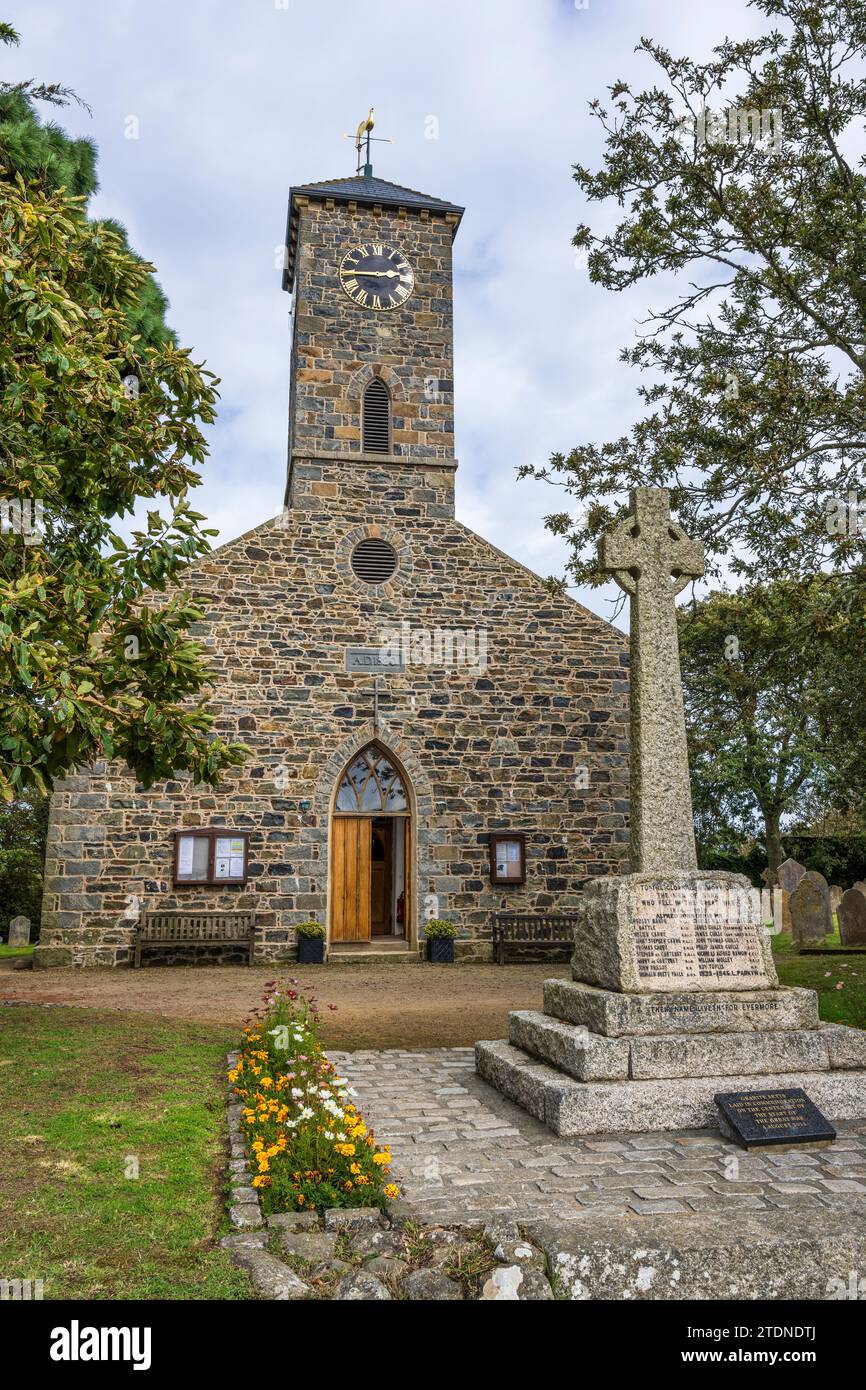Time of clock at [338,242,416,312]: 2:45
